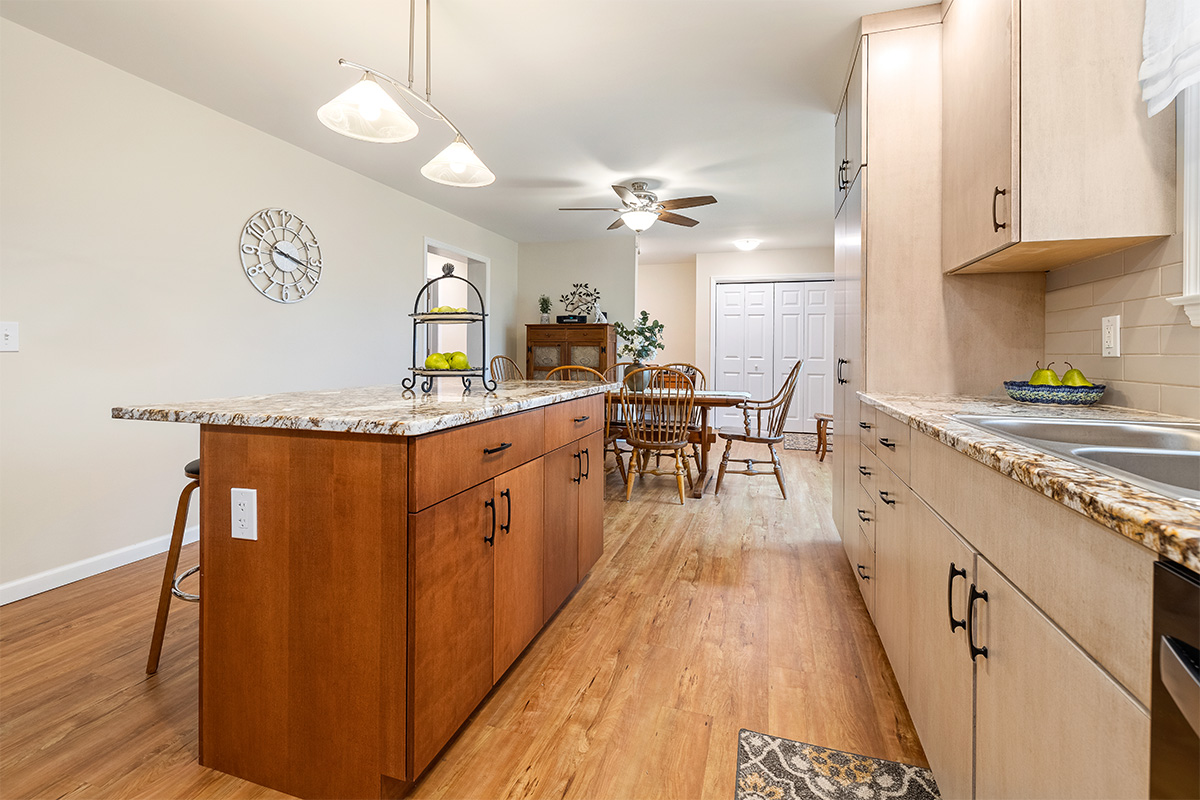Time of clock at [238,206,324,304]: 3:17
